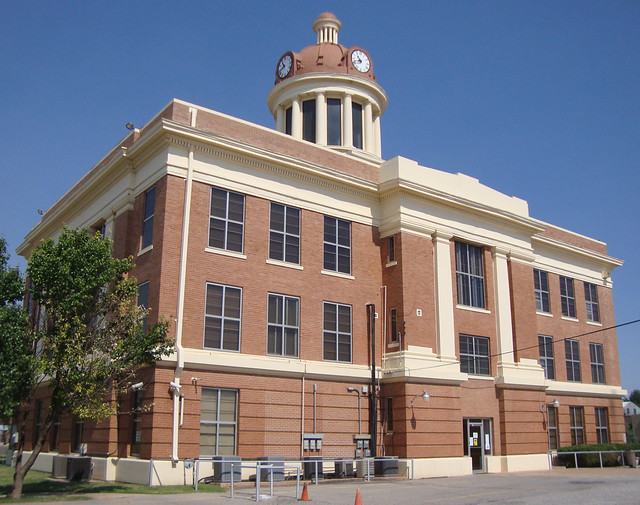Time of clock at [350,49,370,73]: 10:42
